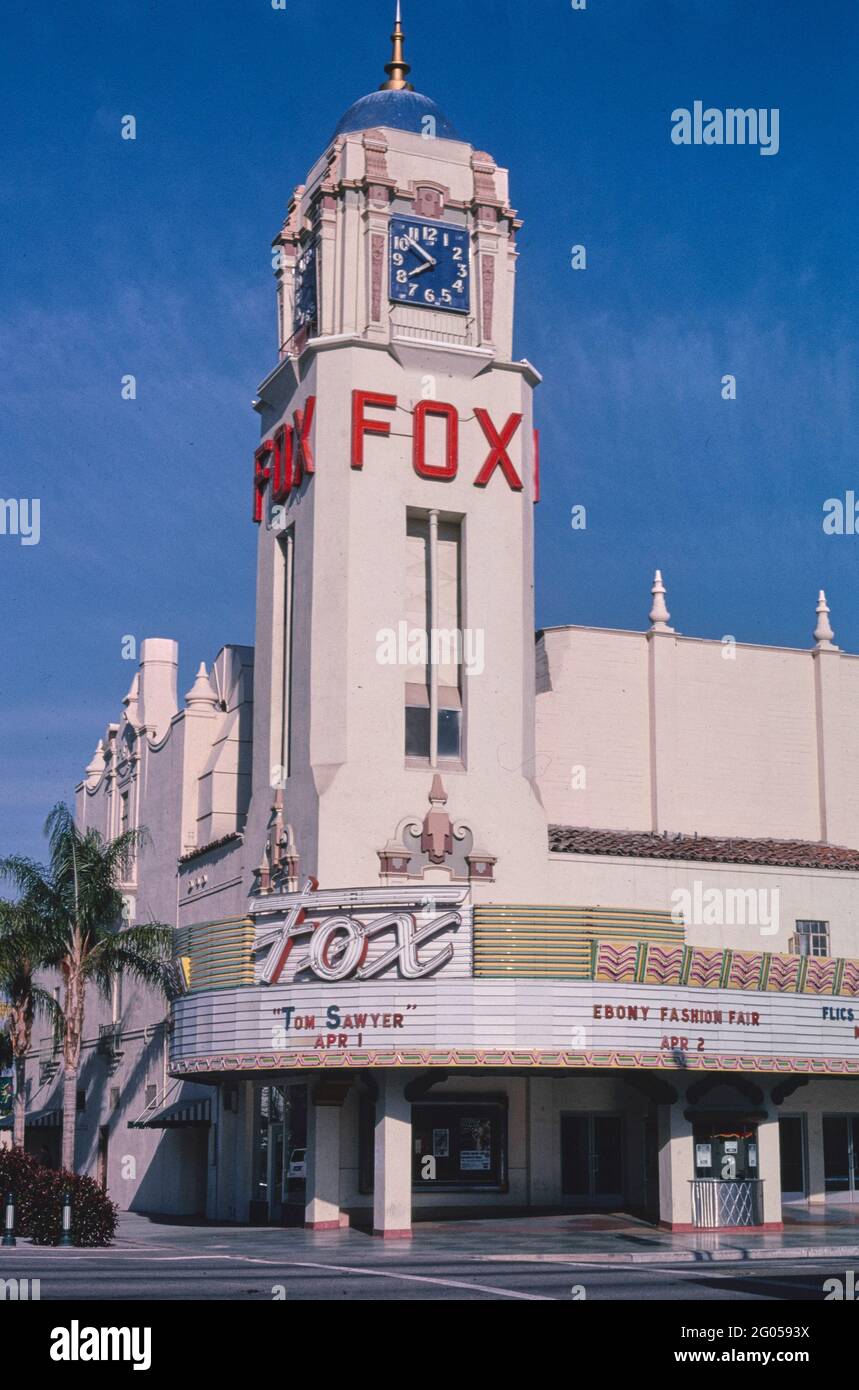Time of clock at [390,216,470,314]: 7:52
